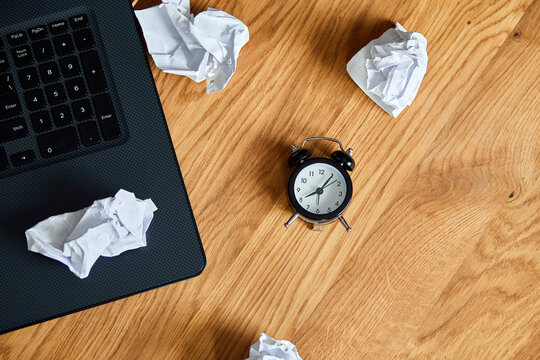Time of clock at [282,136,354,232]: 8:06
